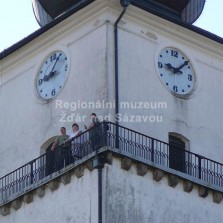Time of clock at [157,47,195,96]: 9:08
